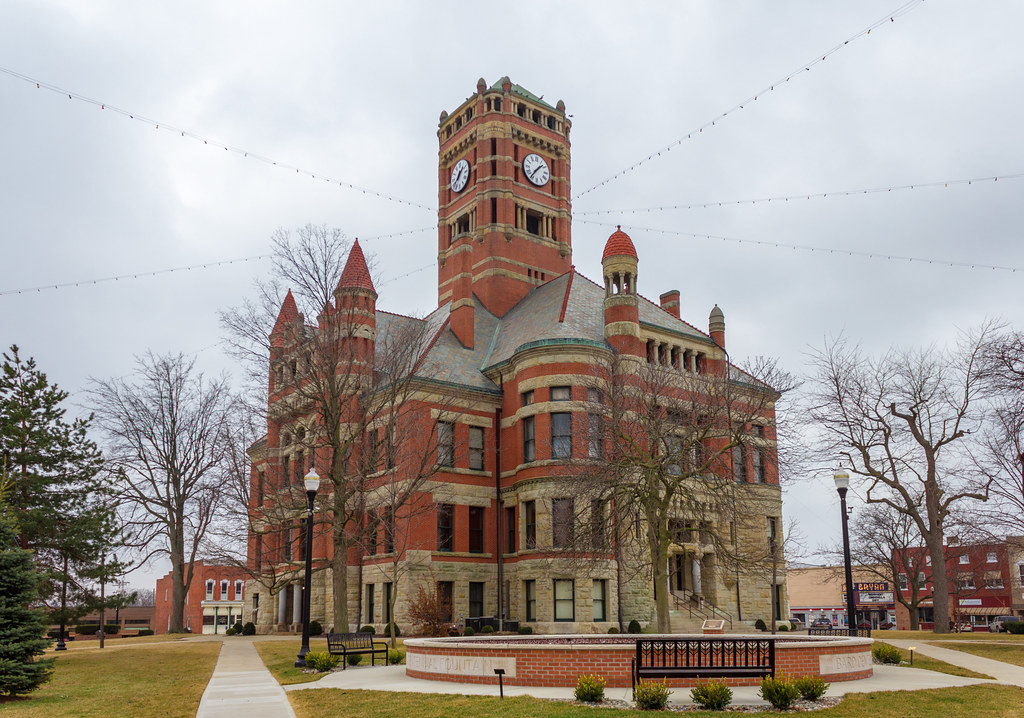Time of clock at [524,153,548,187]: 1:36
